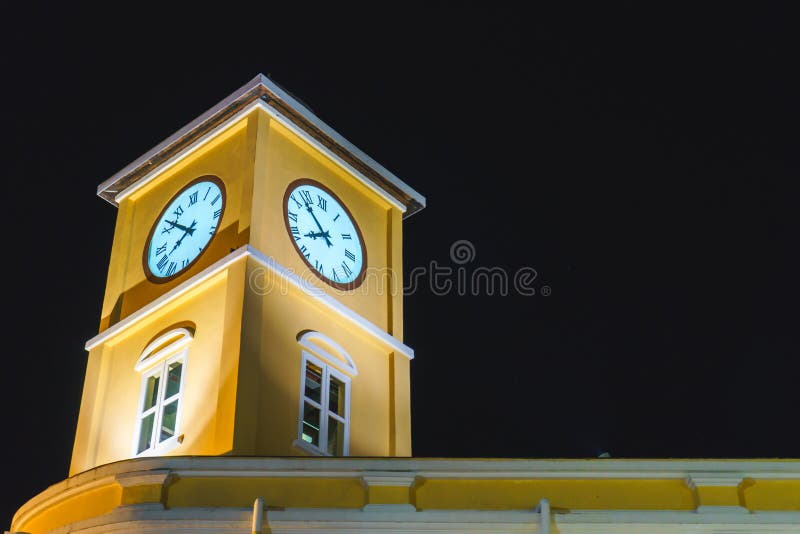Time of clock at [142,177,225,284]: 7:51
